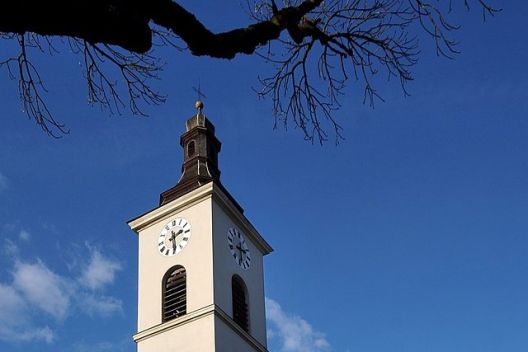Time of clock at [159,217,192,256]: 2:29
